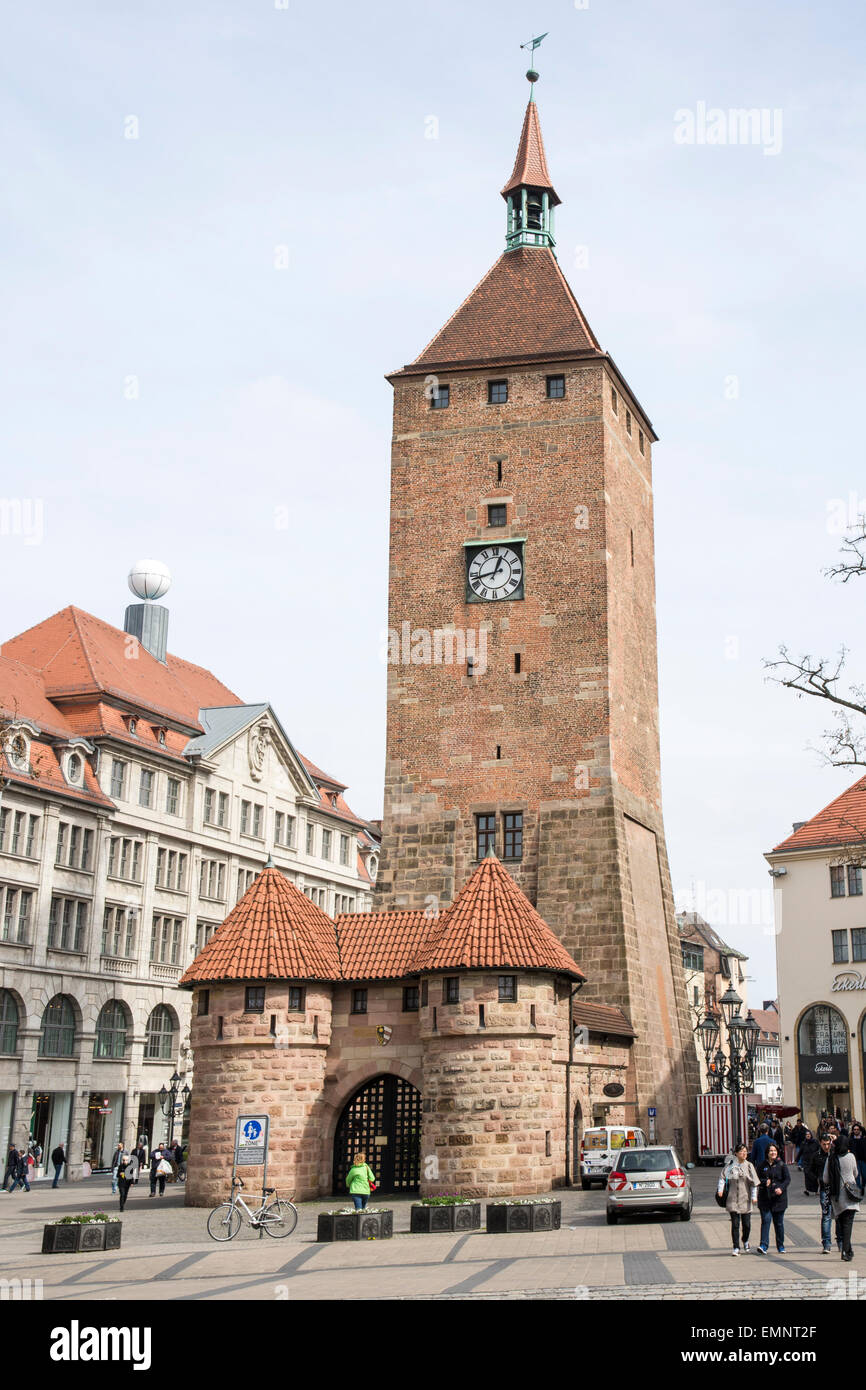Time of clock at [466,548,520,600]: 12:42
